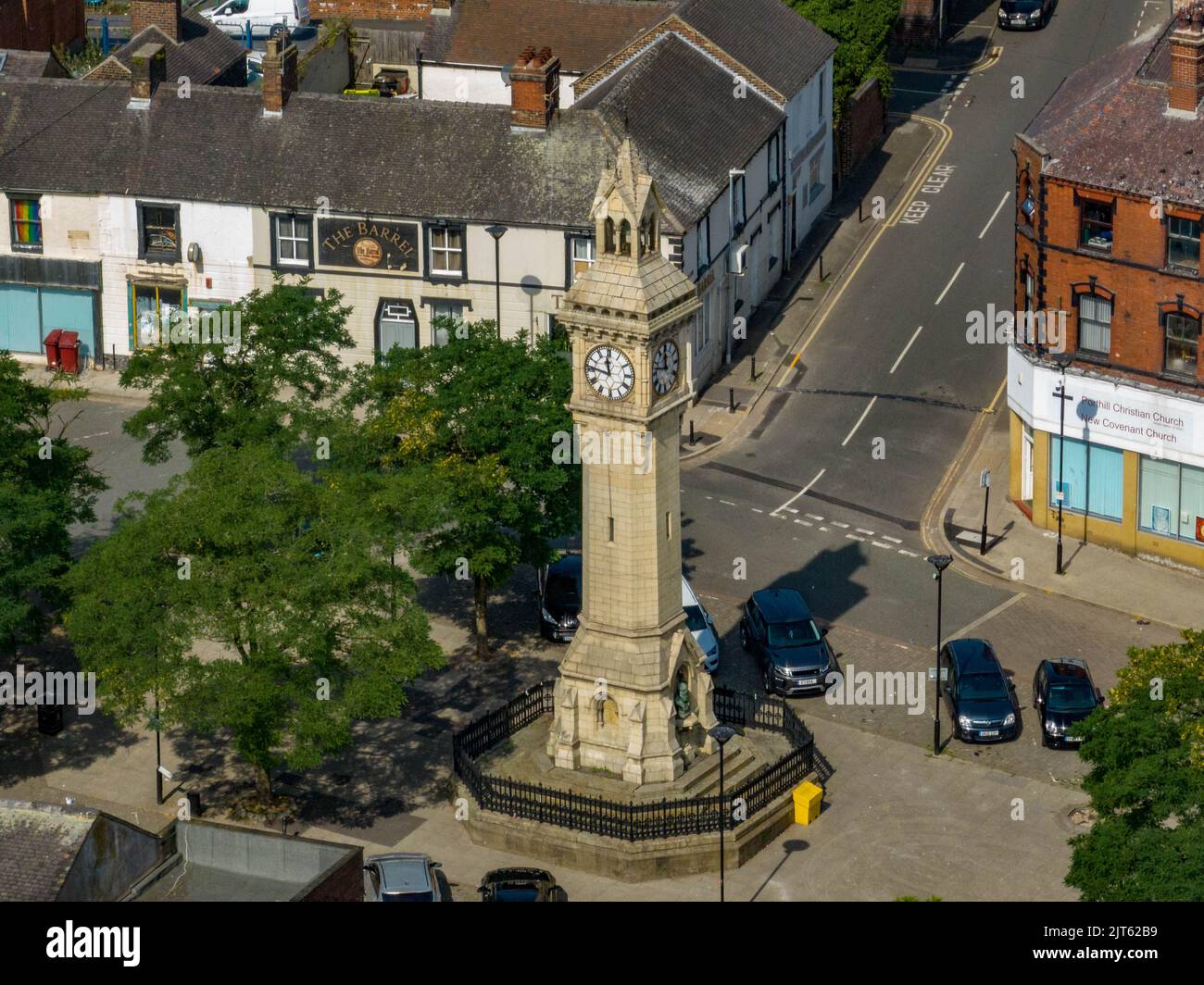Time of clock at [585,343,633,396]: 11:46
